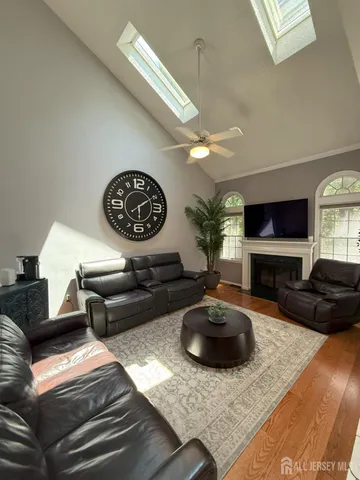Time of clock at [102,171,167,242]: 6:09
